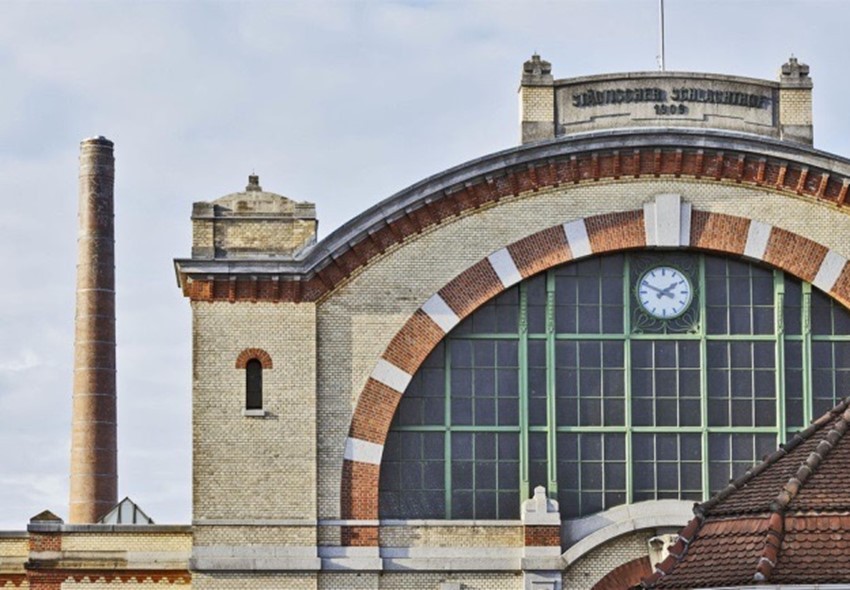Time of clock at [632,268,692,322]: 1:48
